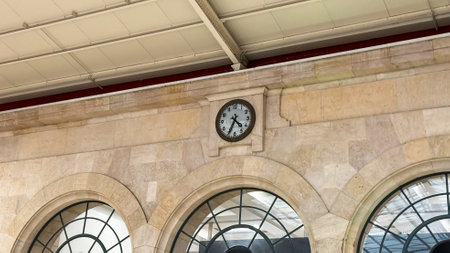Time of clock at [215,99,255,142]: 4:34
